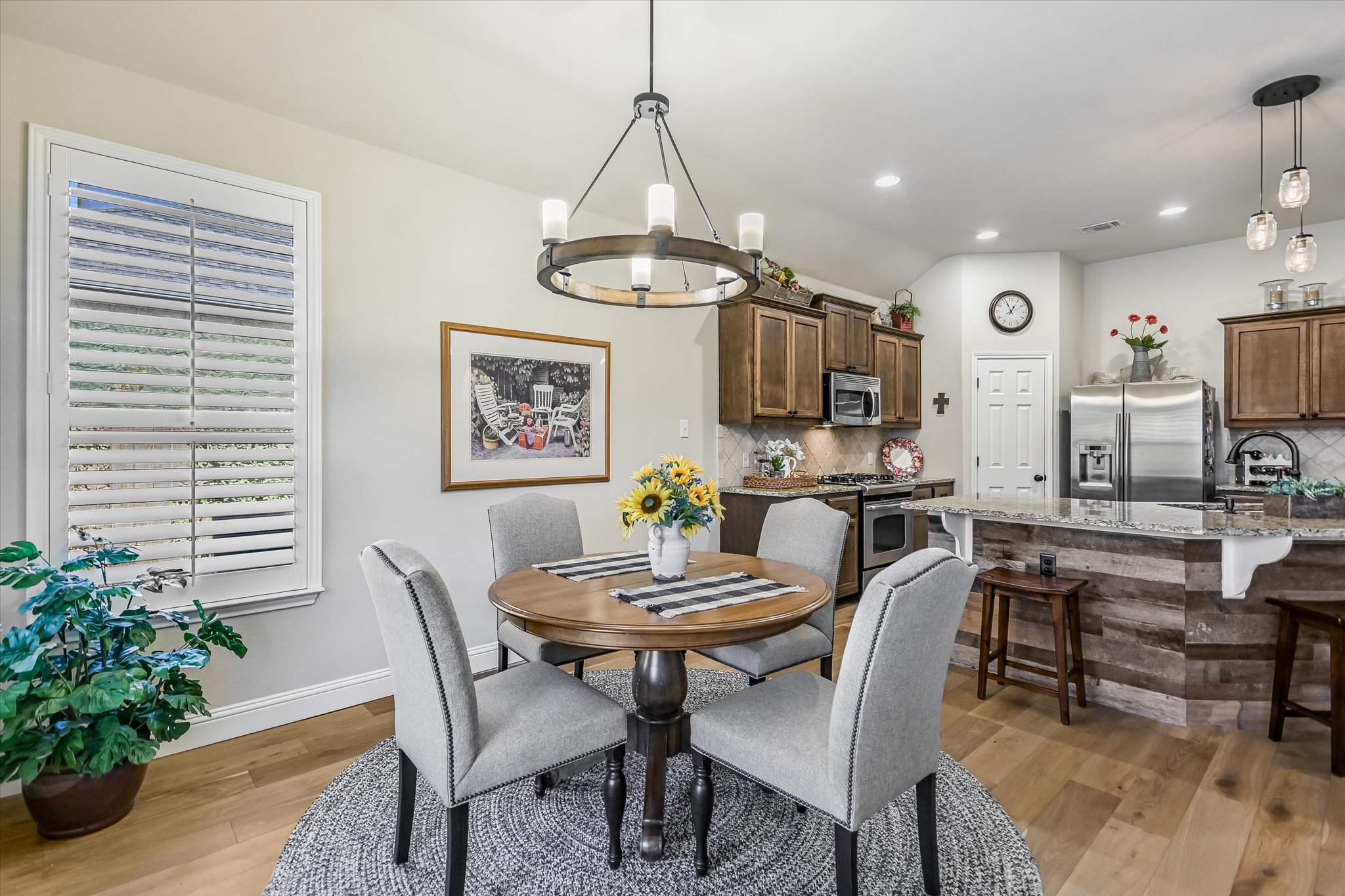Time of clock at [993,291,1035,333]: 12:56
